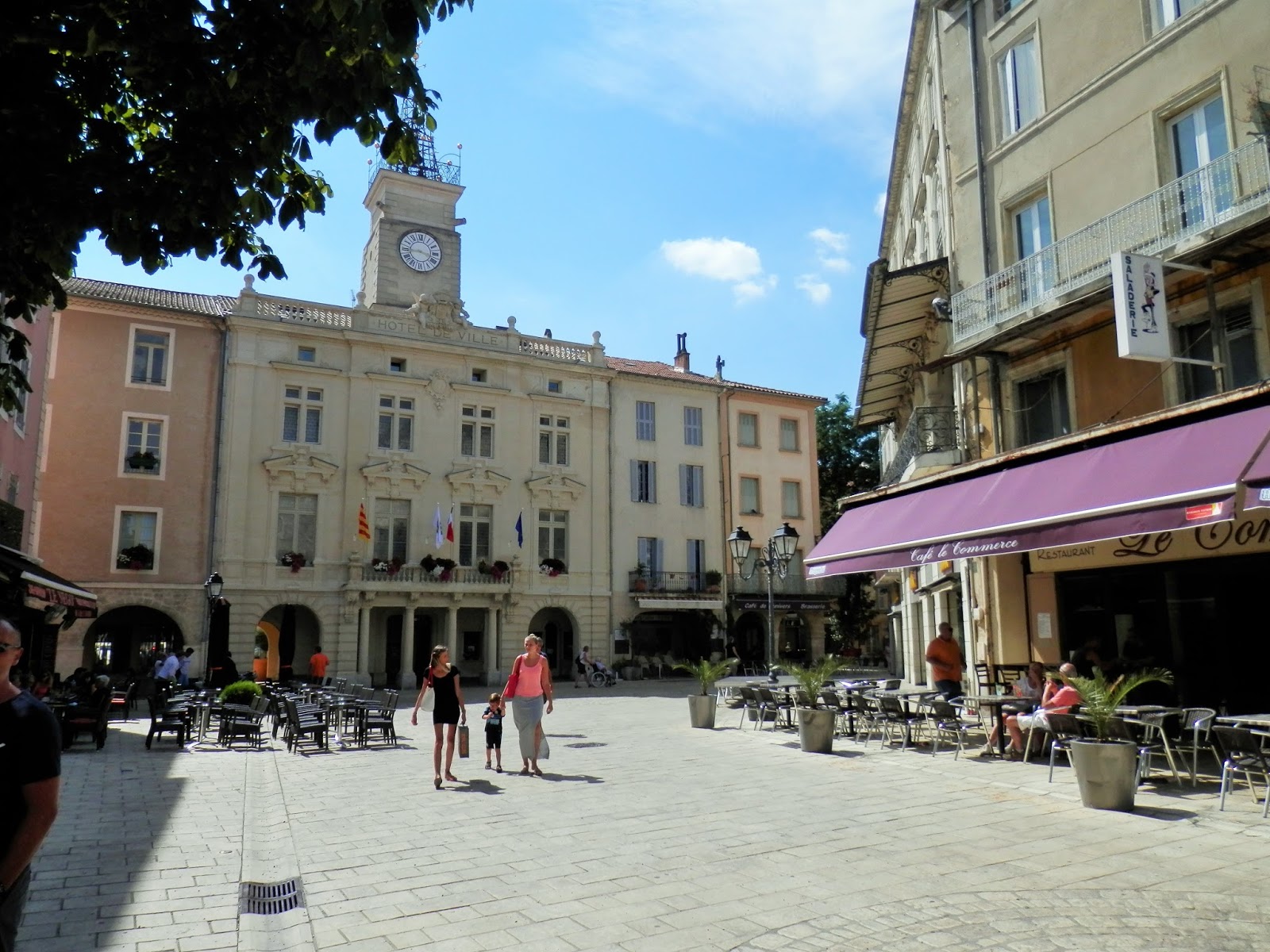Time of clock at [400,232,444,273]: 3:44
